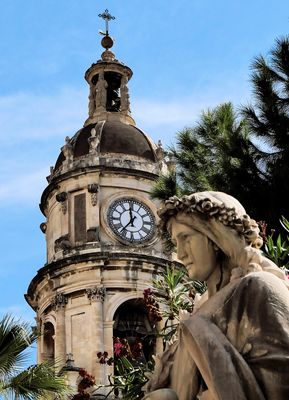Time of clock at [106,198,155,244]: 11:36
